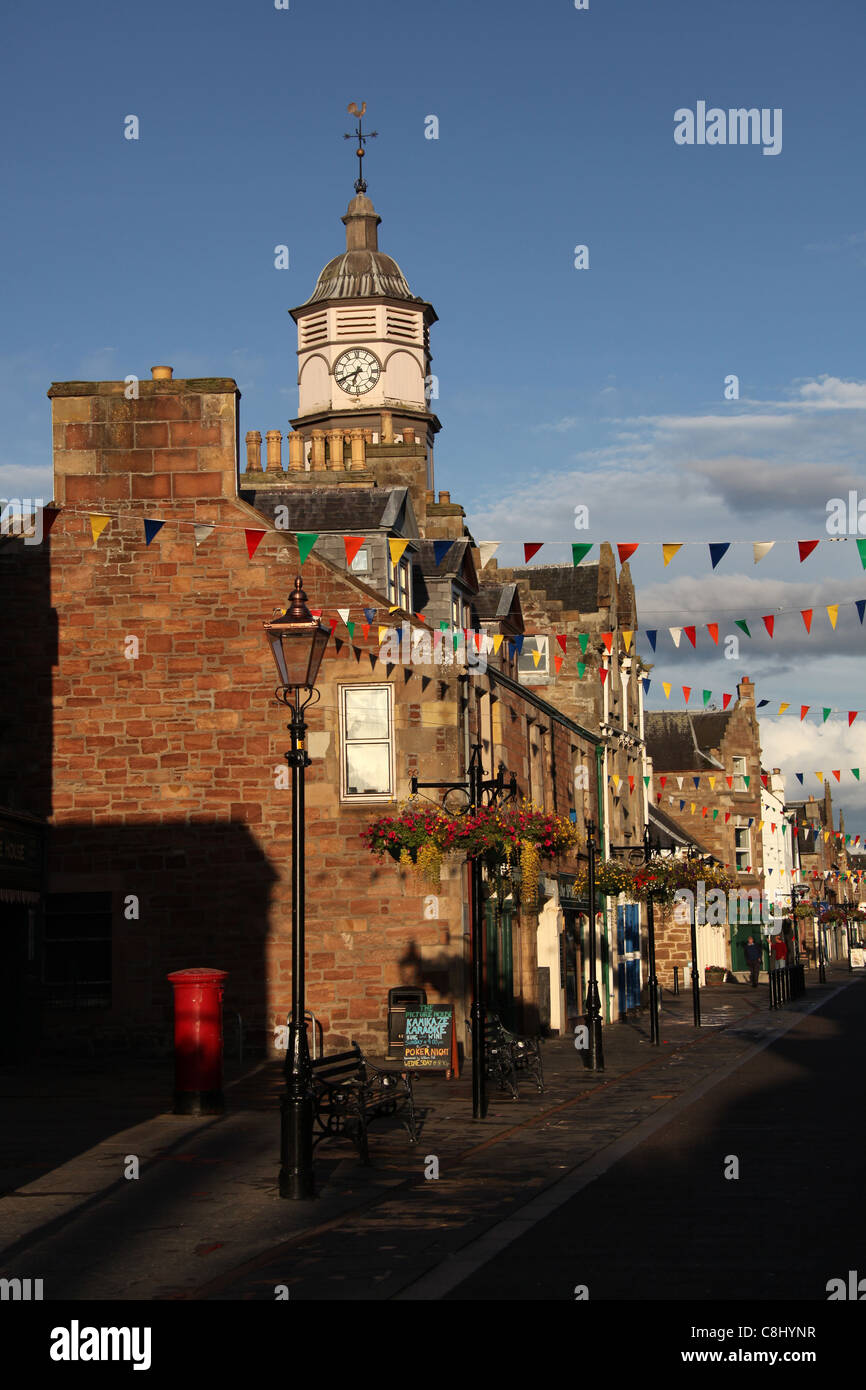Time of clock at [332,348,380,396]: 6:40
